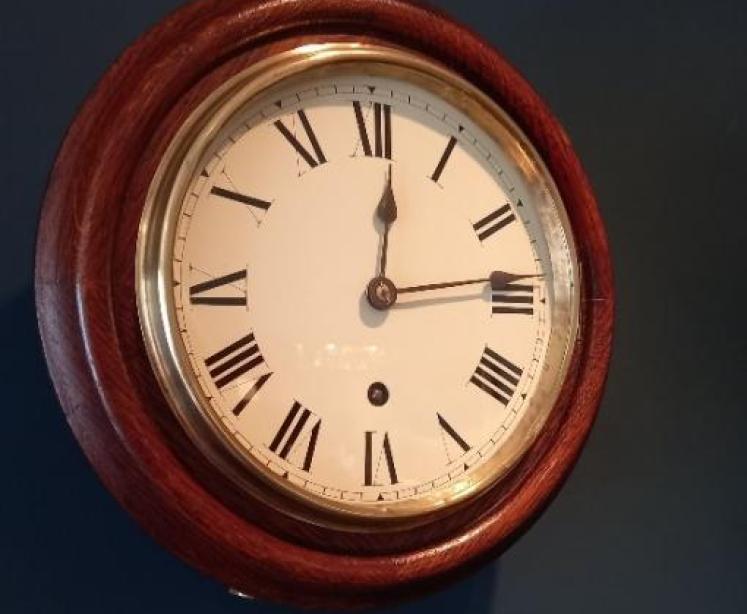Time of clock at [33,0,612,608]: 12:13
